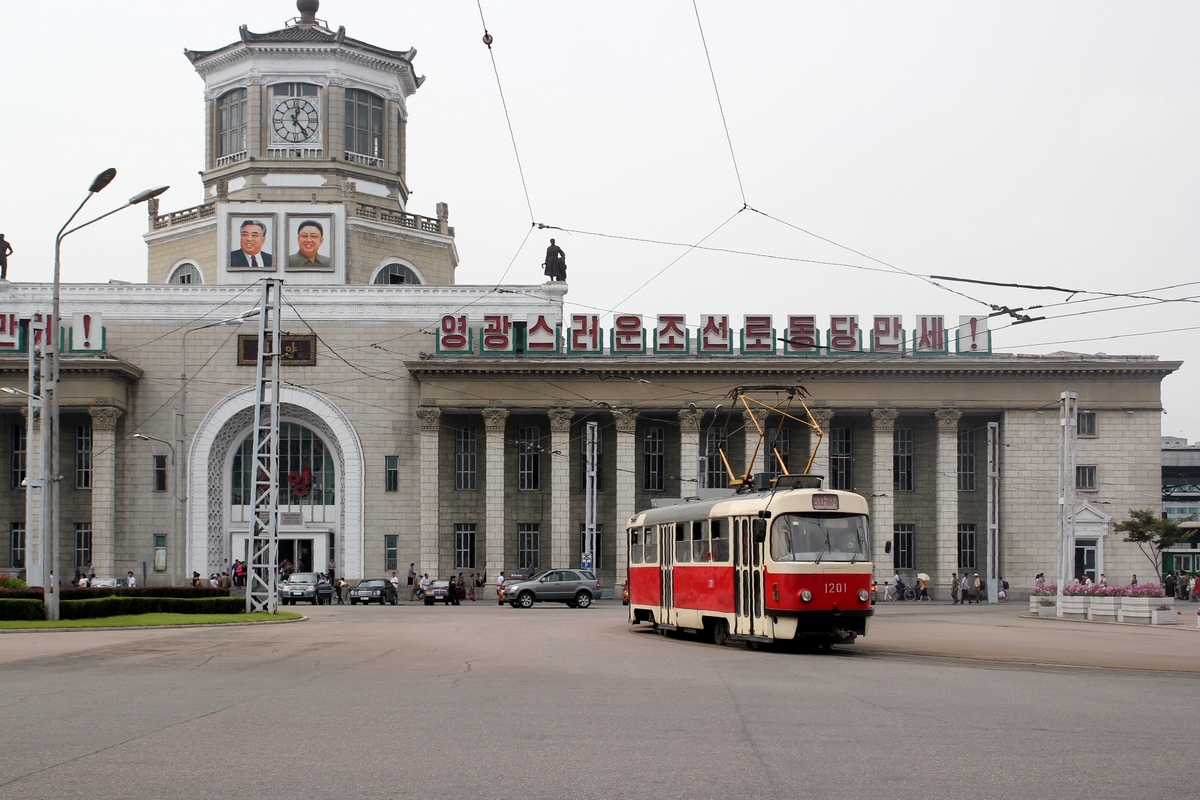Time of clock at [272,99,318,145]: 12:23
